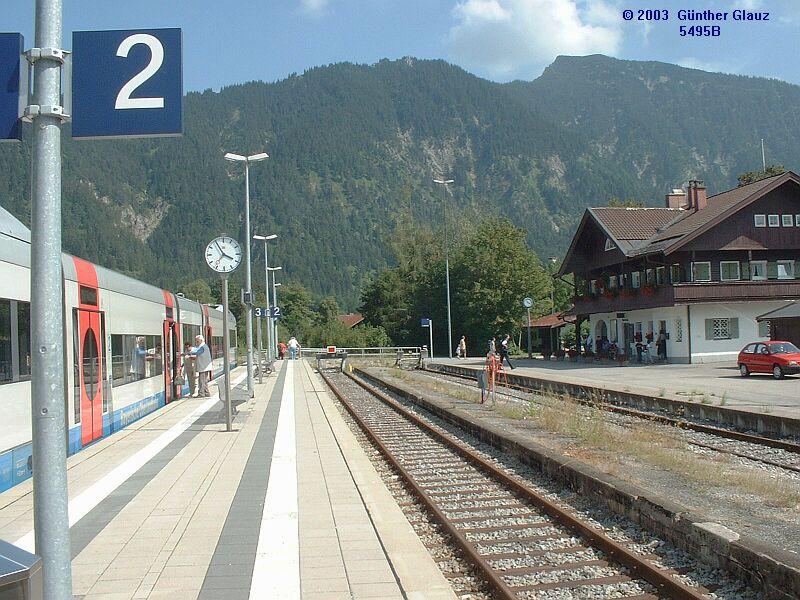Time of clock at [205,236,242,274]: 3:55
